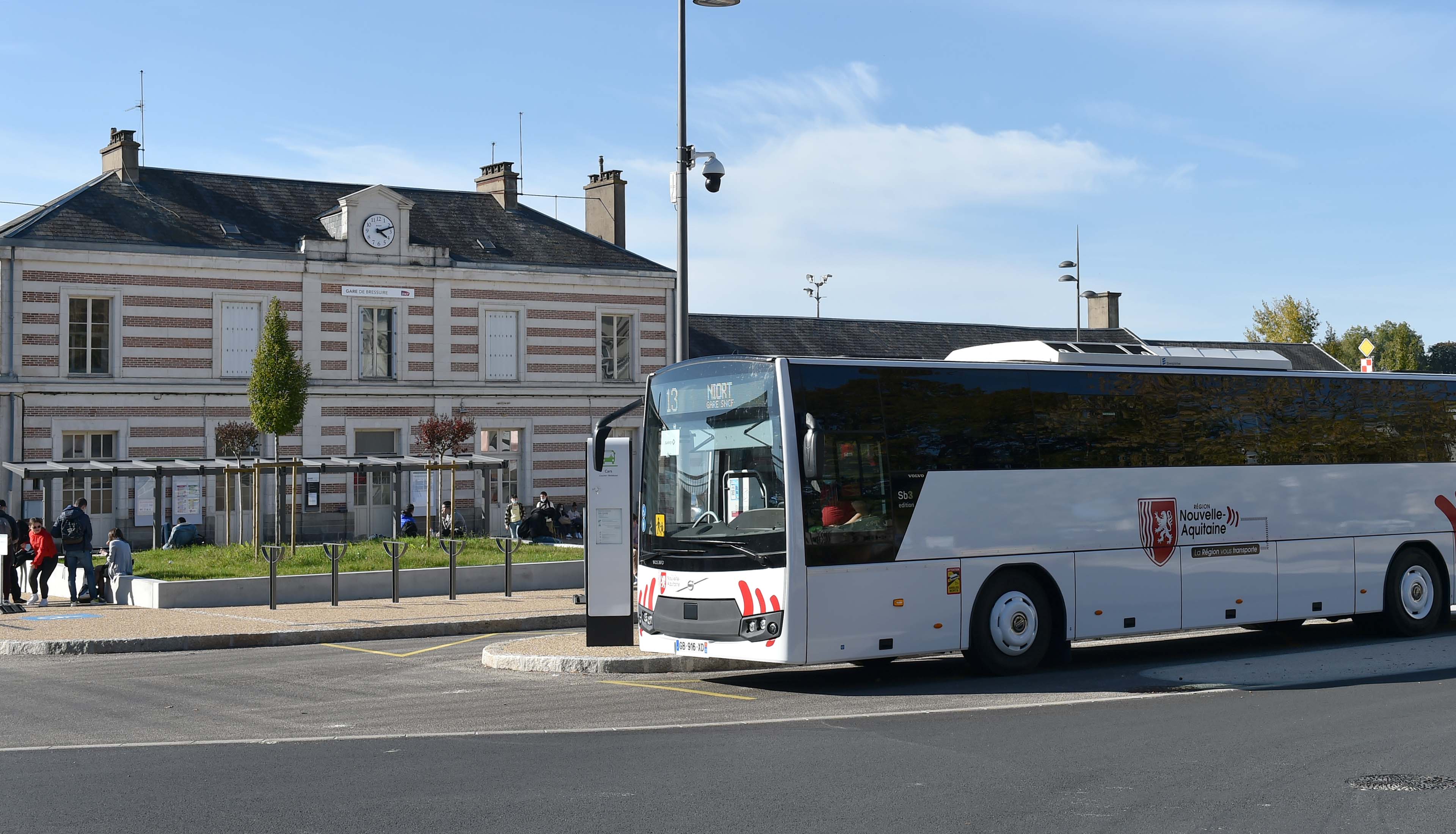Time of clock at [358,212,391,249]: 4:12
